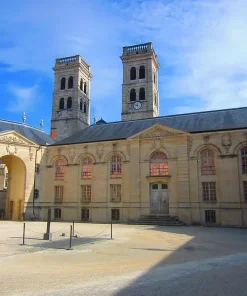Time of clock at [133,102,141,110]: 9:01
